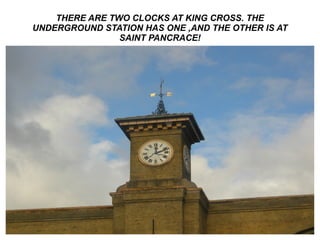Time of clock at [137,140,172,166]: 12:11
